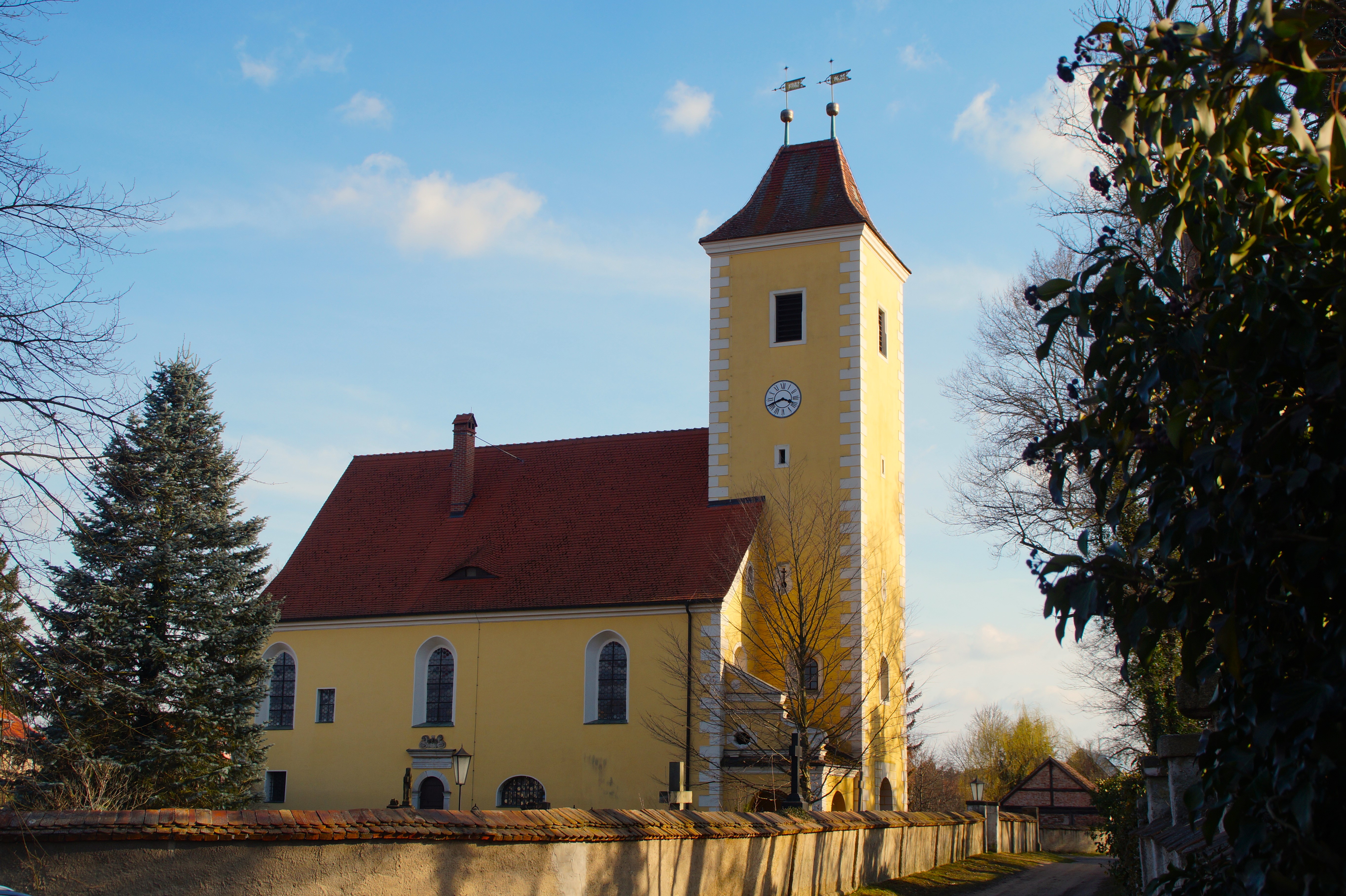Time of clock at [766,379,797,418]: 3:41
